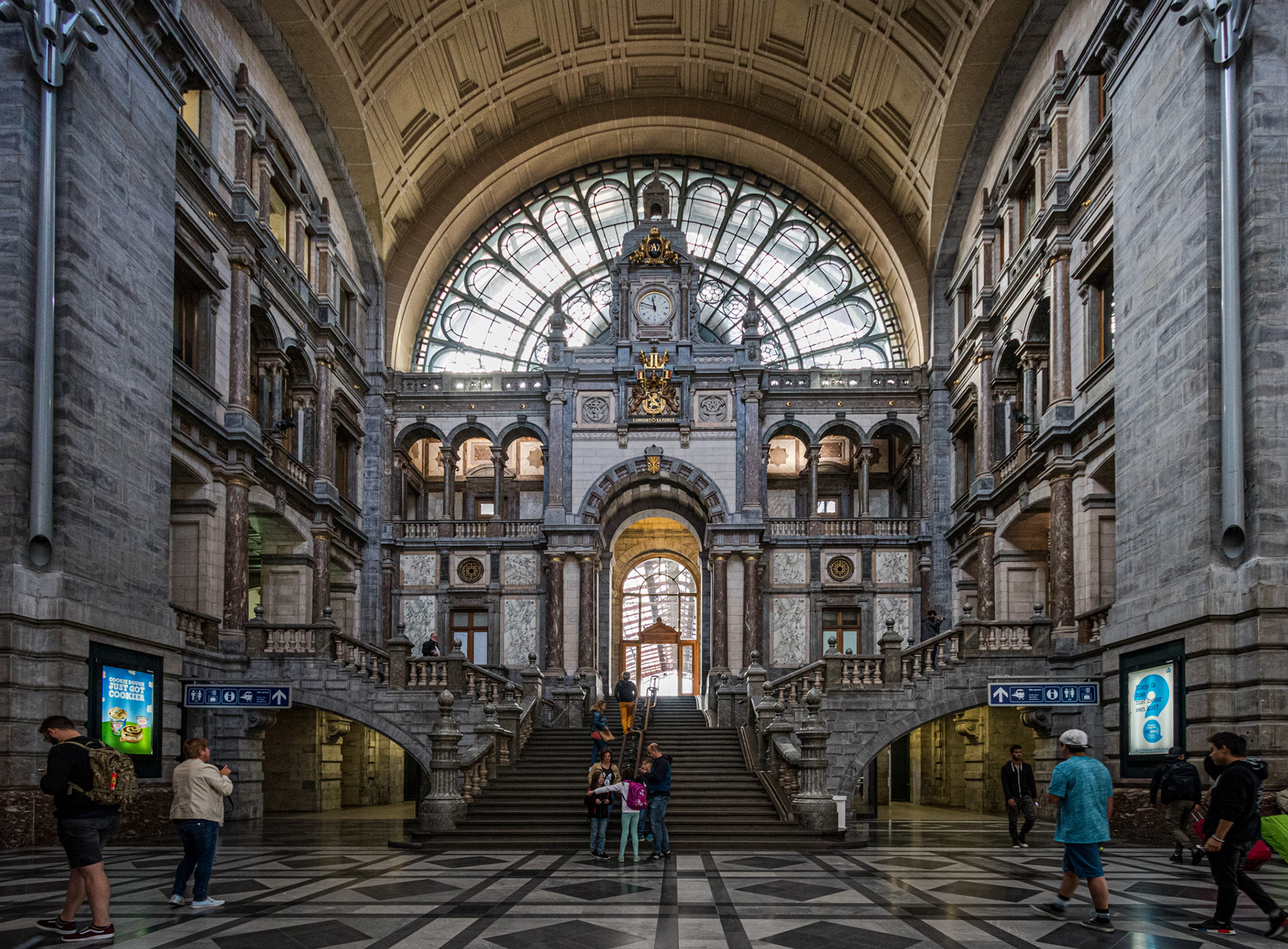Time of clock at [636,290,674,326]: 11:48
